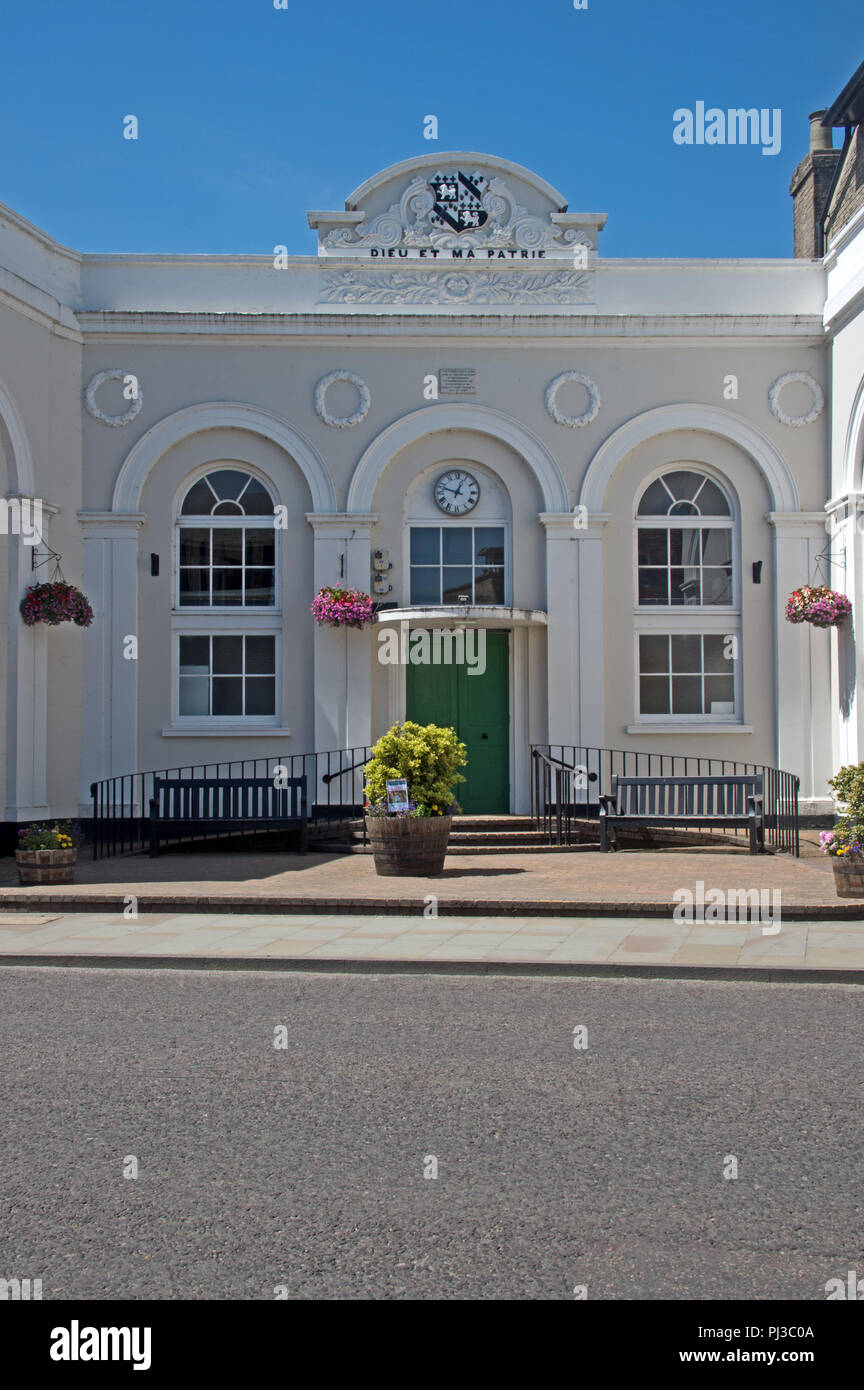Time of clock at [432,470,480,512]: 12:47
